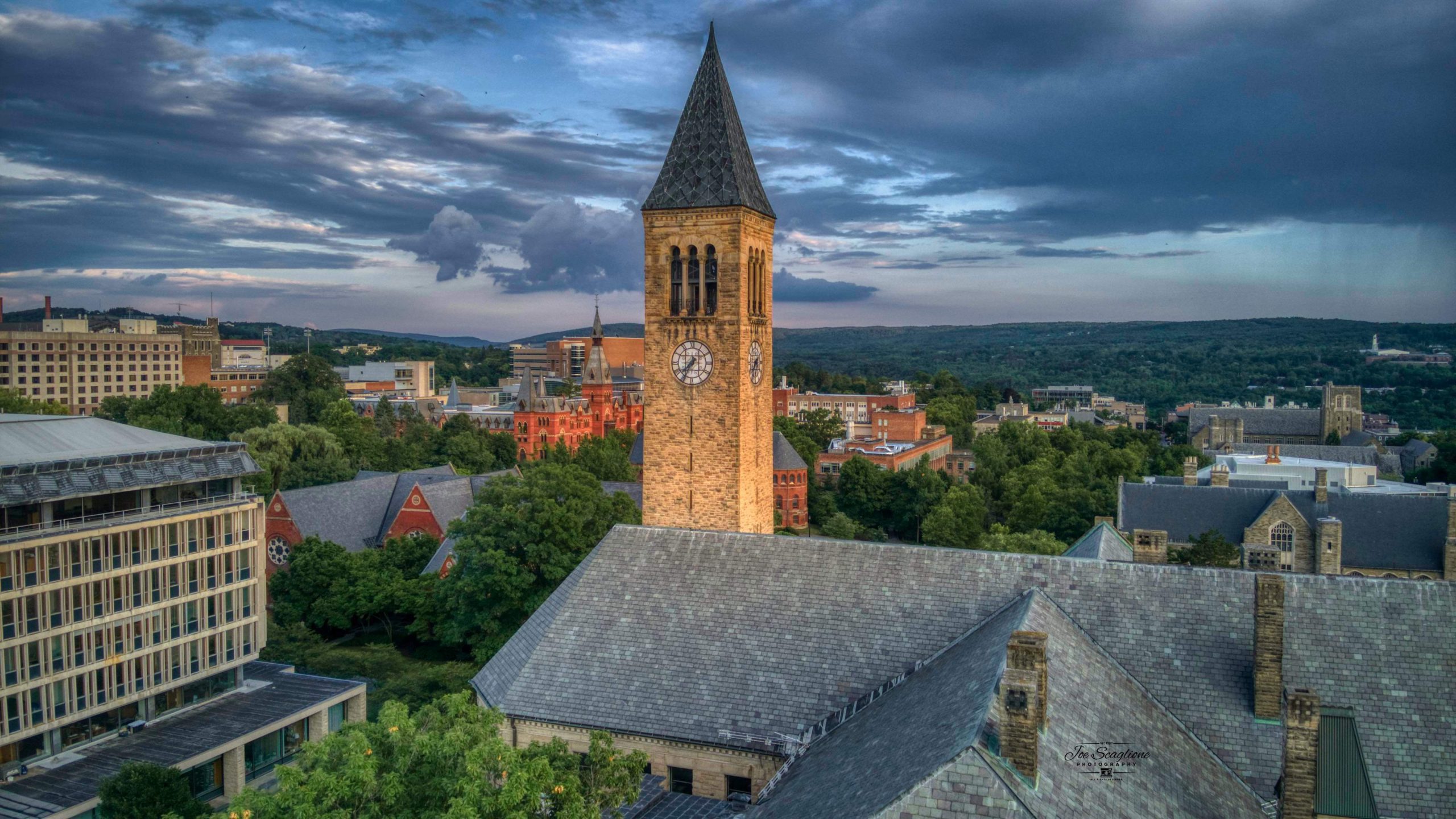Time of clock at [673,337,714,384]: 7:34
